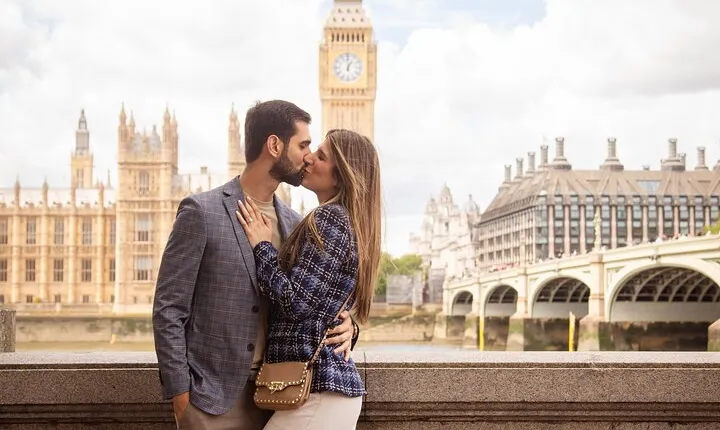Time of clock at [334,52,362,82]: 12:59
